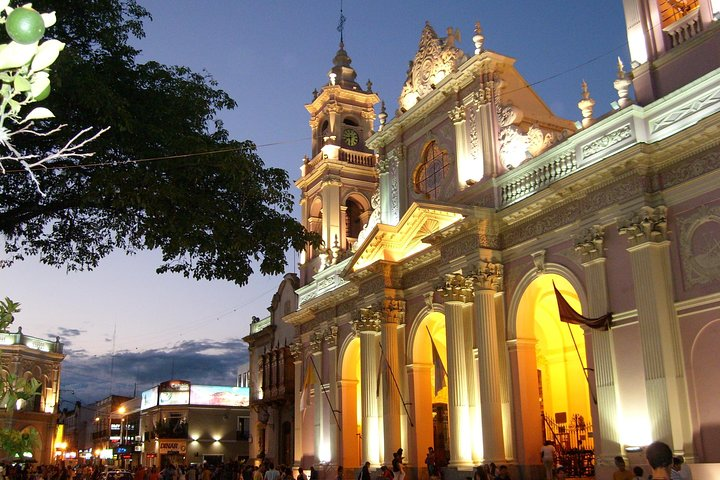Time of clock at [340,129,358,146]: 8:30
